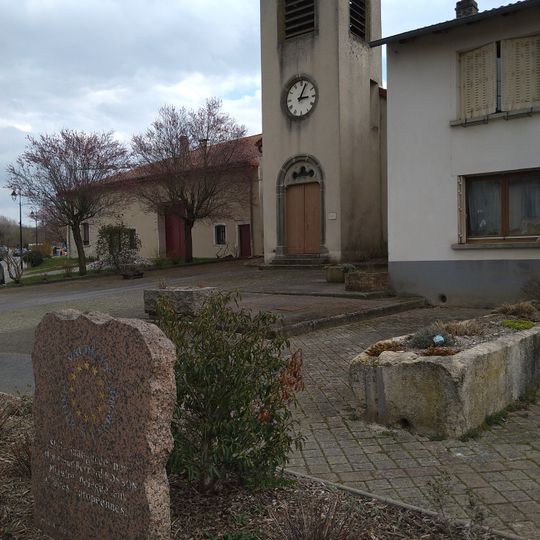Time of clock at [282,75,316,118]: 3:04
